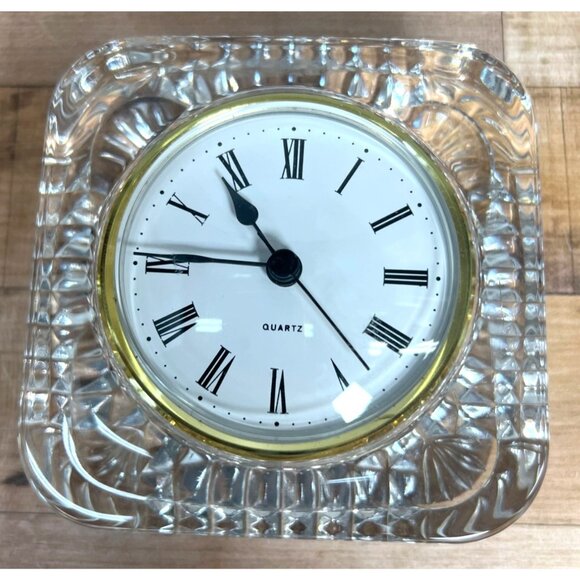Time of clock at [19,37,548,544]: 10:45
